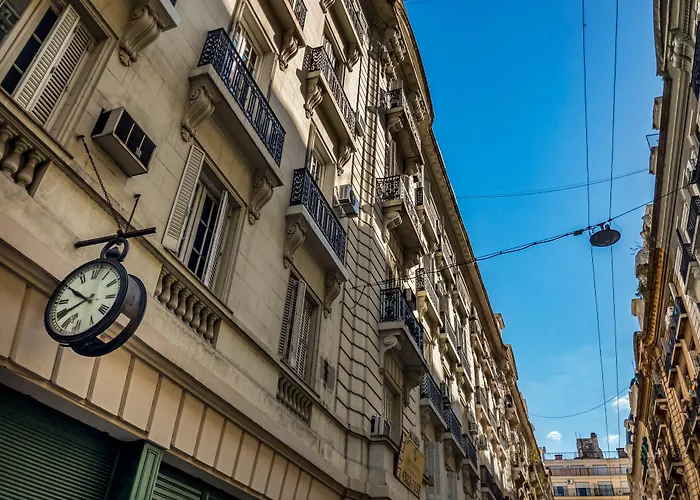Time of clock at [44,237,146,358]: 7:49
